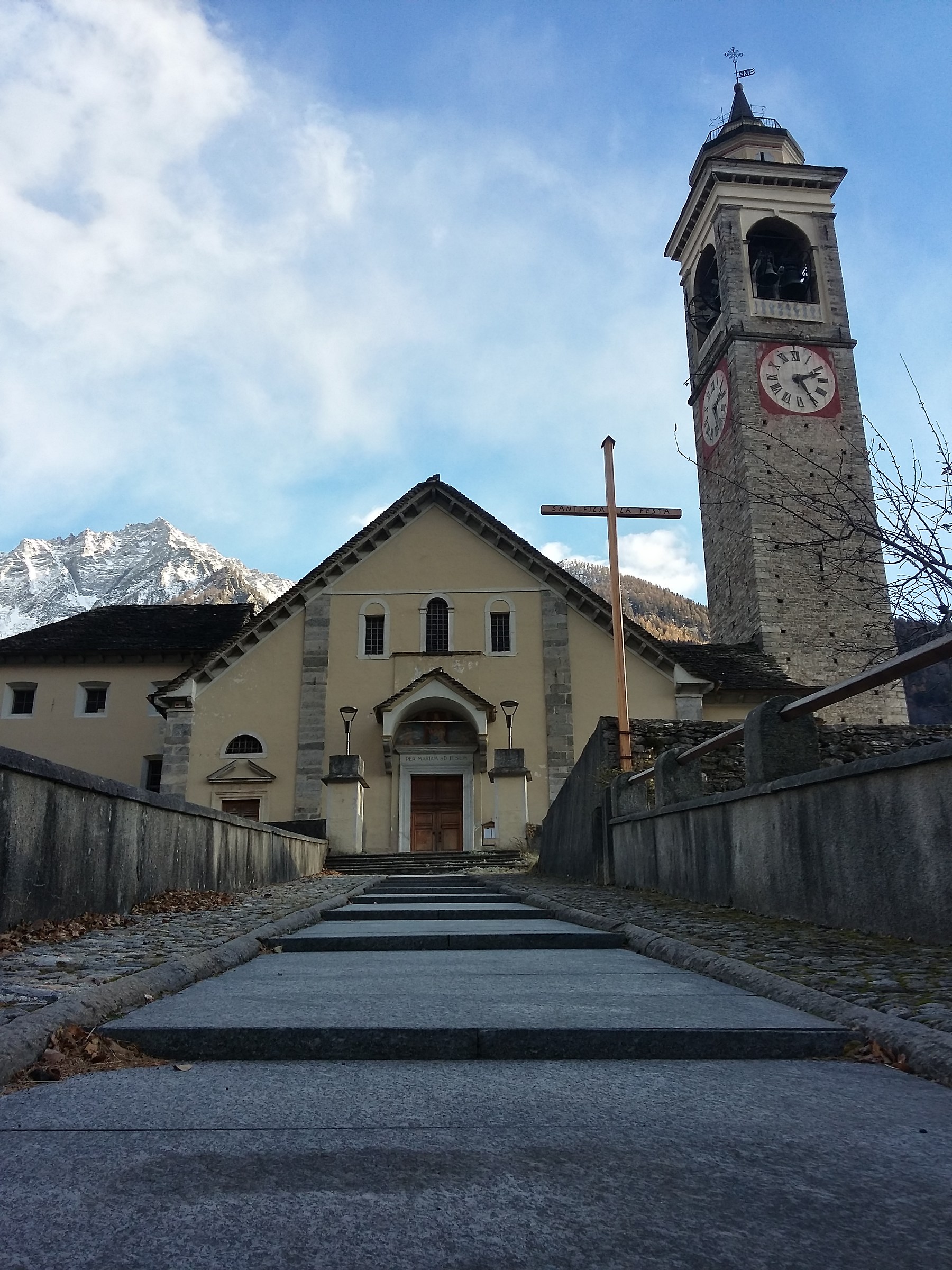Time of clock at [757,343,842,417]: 2:24
